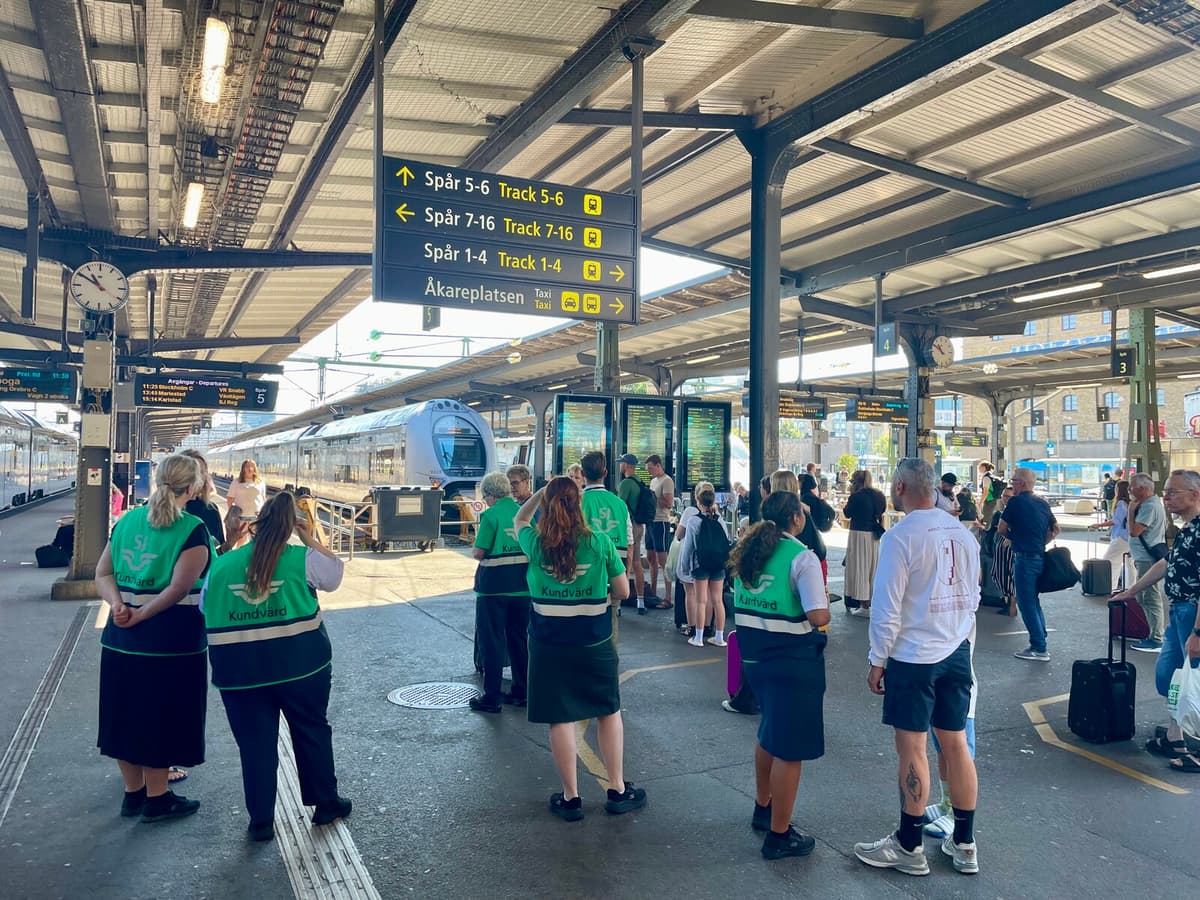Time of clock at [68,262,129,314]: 10:50
